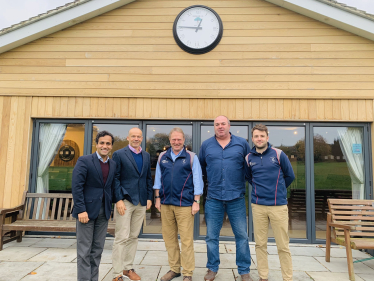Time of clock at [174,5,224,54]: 12:45
